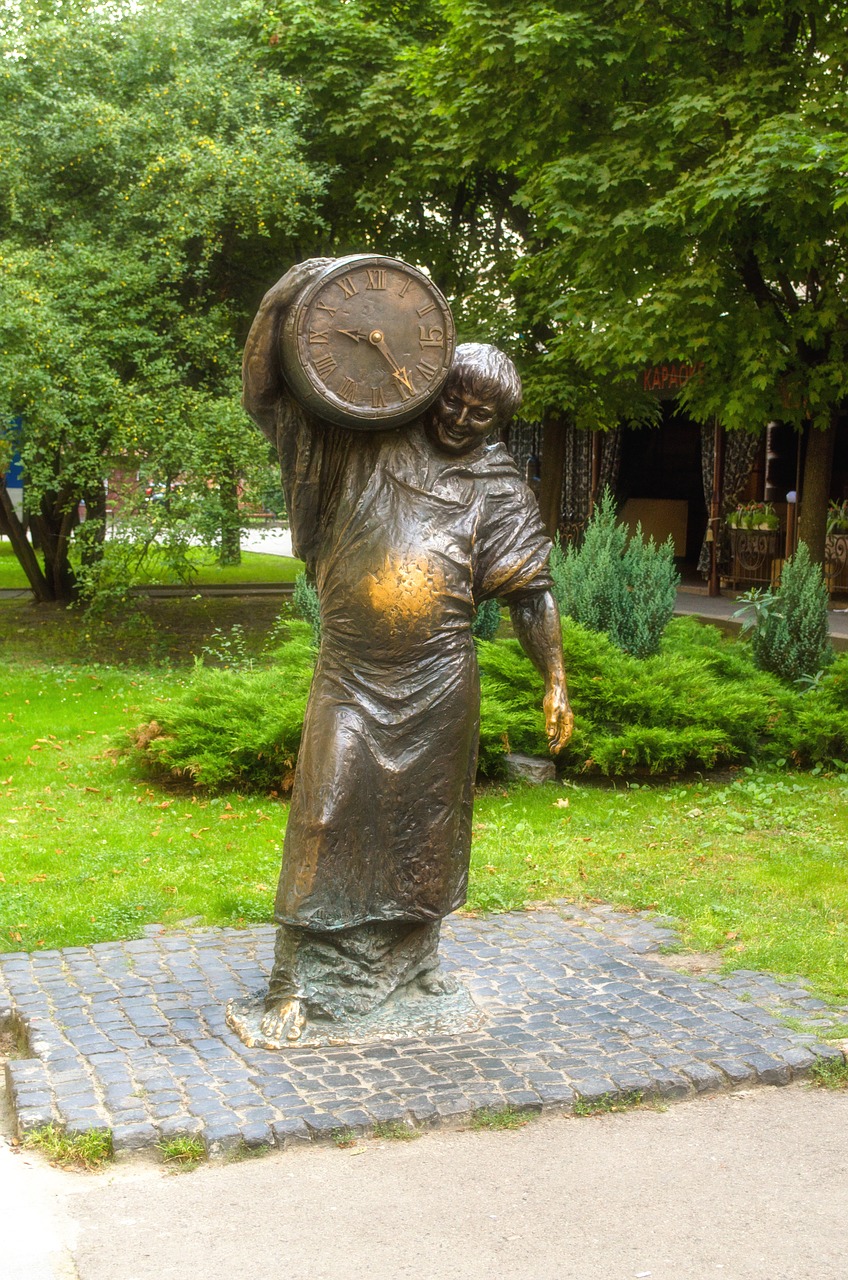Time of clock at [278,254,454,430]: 9:23
